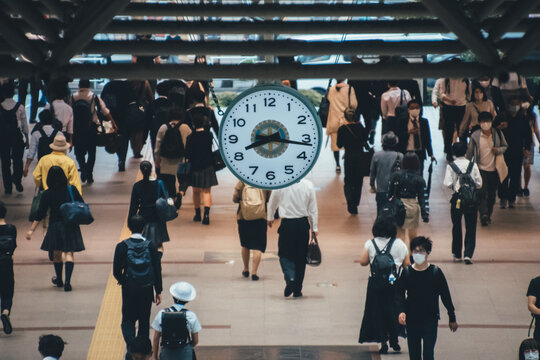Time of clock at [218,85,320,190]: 8:16
